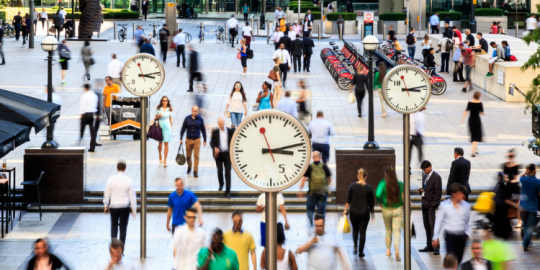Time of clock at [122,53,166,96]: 3:13
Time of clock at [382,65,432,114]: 3:13
